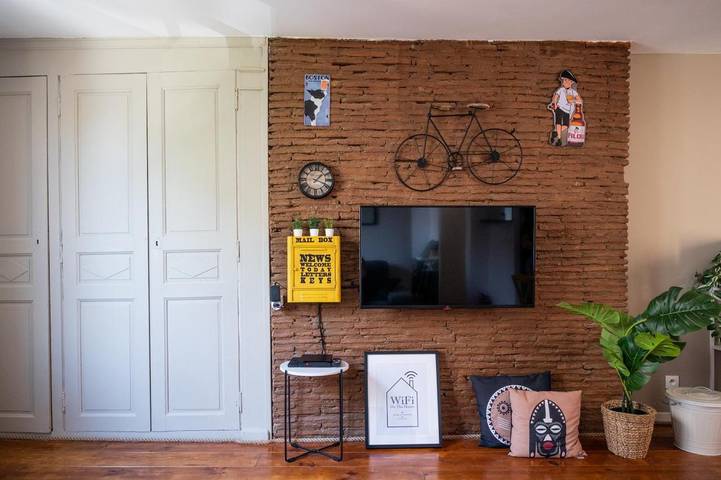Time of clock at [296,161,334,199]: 1:18
